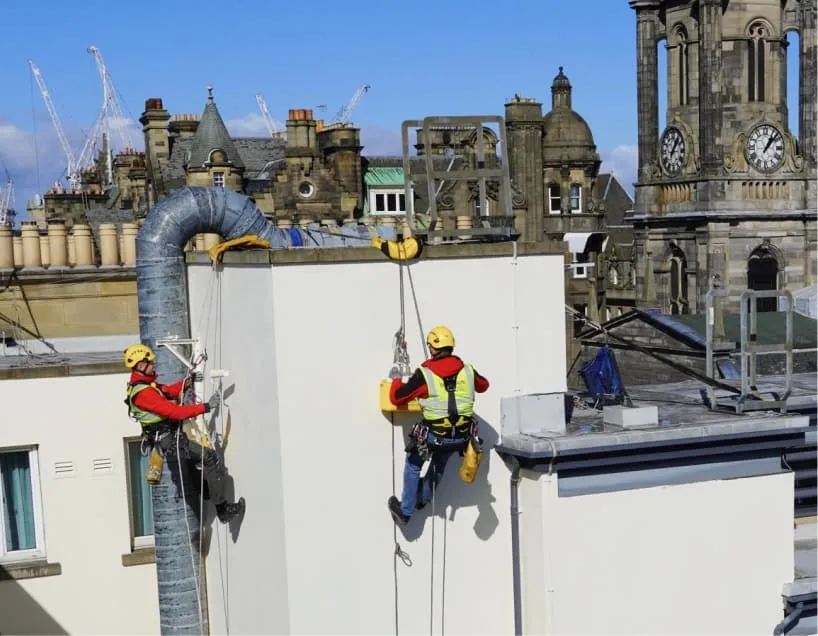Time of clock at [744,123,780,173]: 1:07
